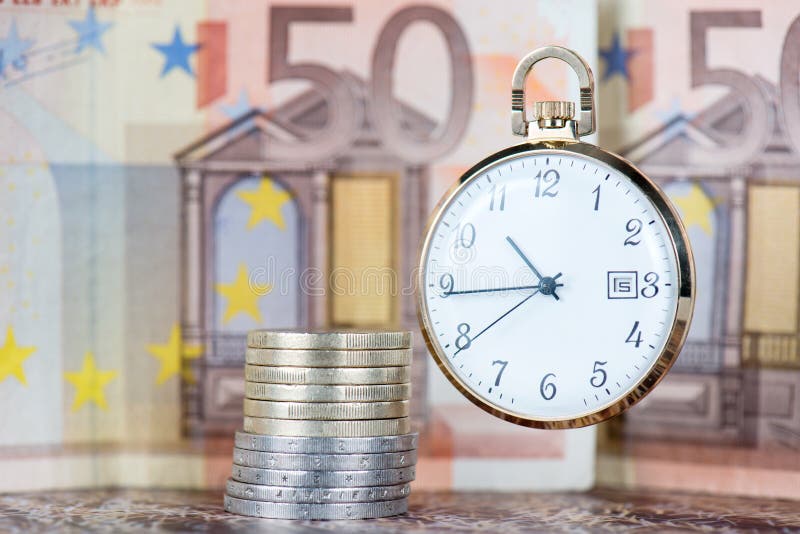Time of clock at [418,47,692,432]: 10:44
